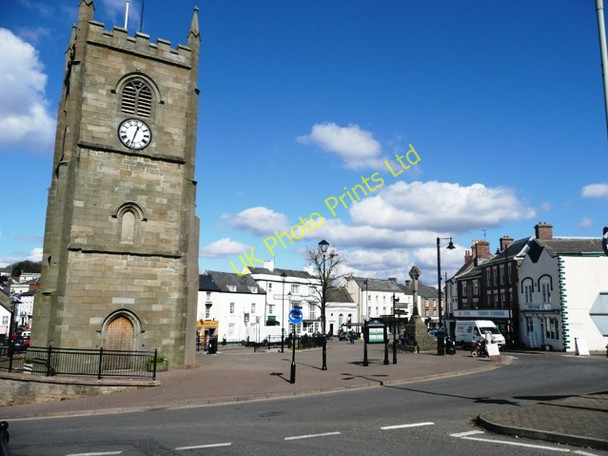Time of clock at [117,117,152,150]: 12:32
